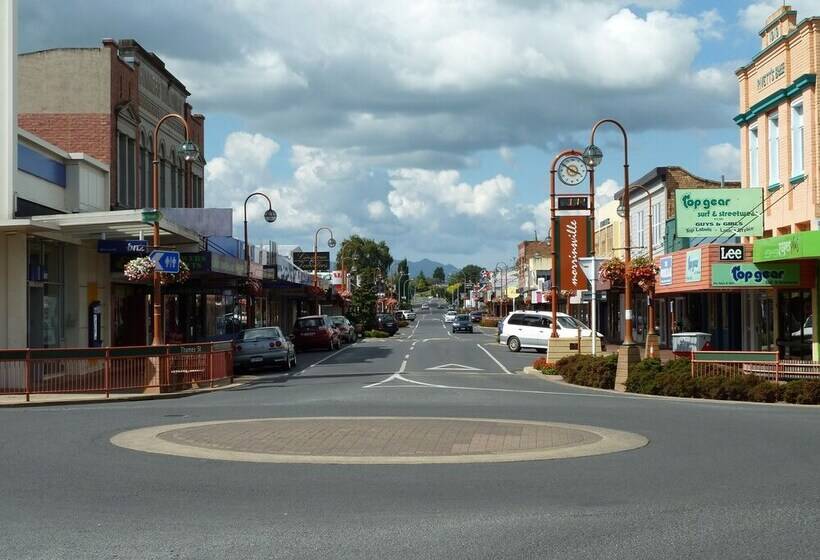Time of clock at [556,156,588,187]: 3:50
